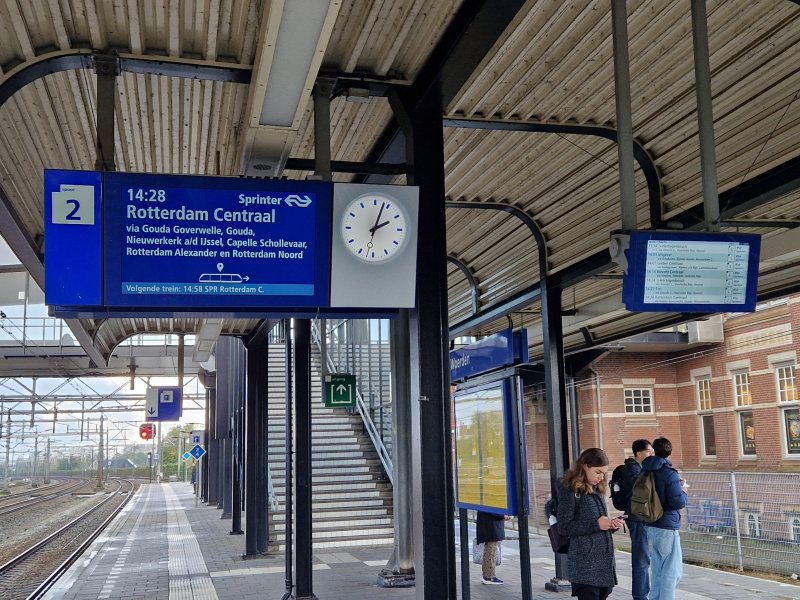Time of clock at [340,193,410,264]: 2:03
